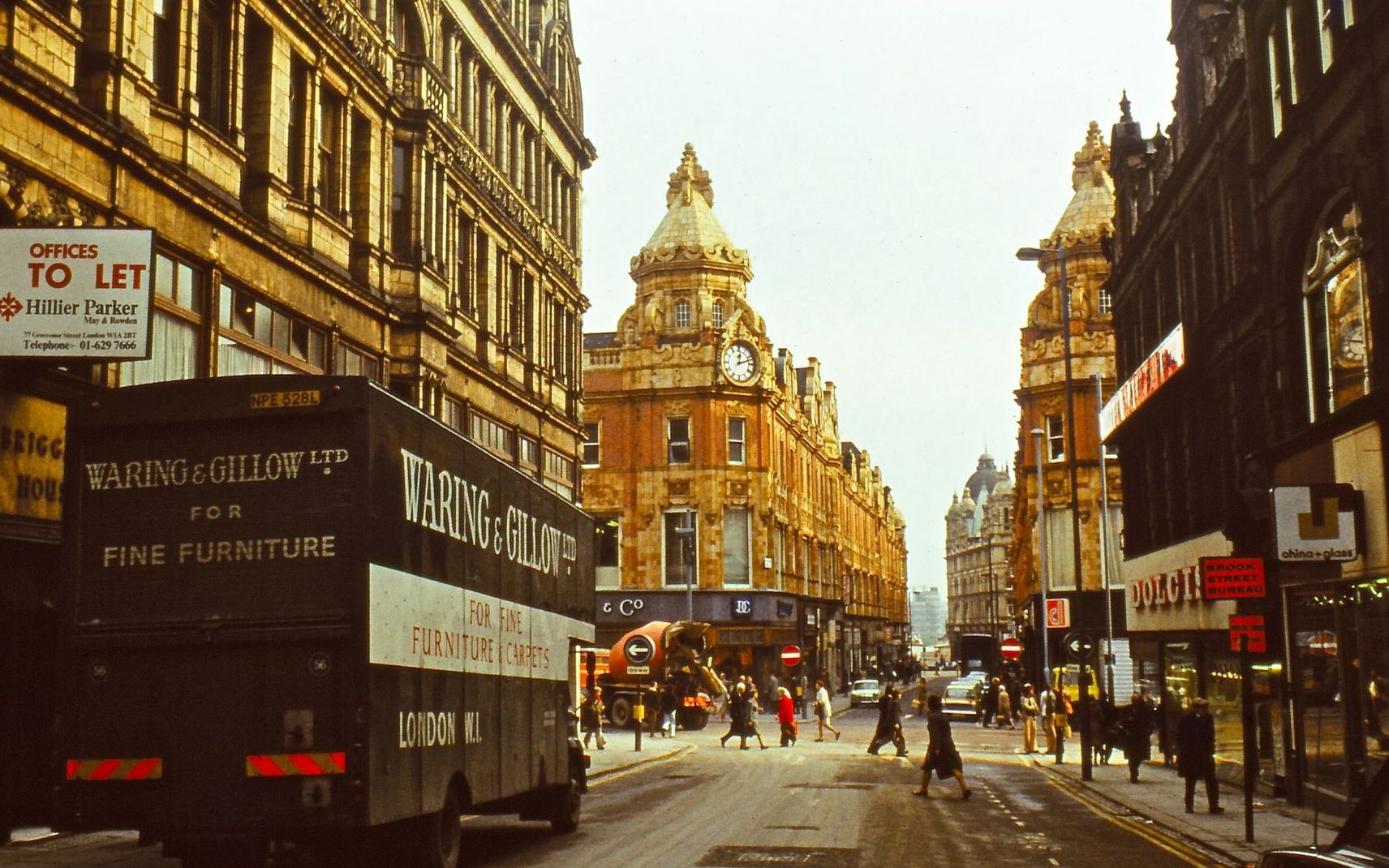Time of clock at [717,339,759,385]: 12:12
